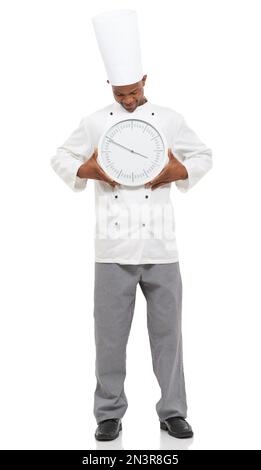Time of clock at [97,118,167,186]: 3:49
